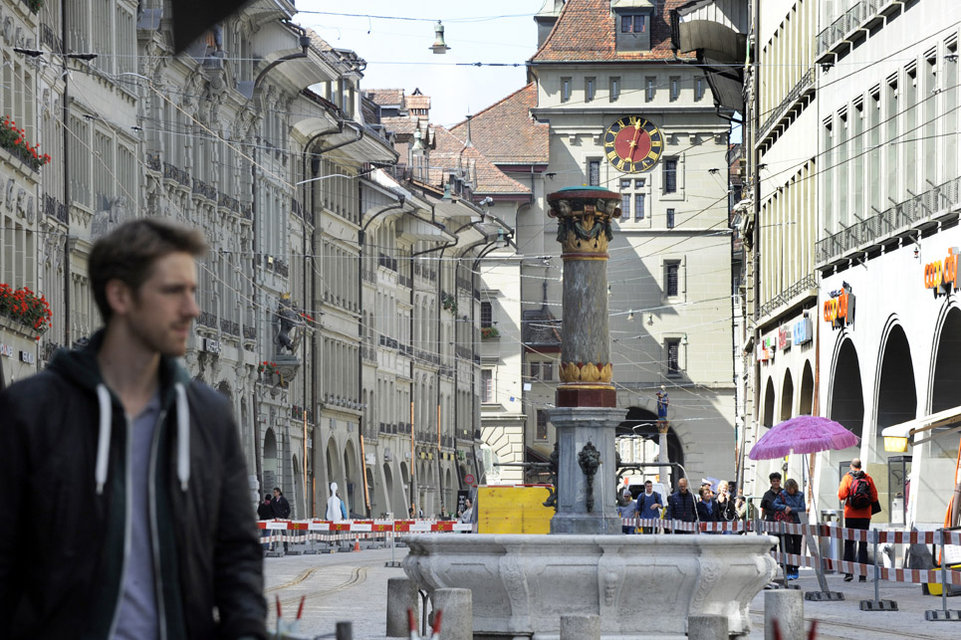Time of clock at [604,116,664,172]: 12:32
